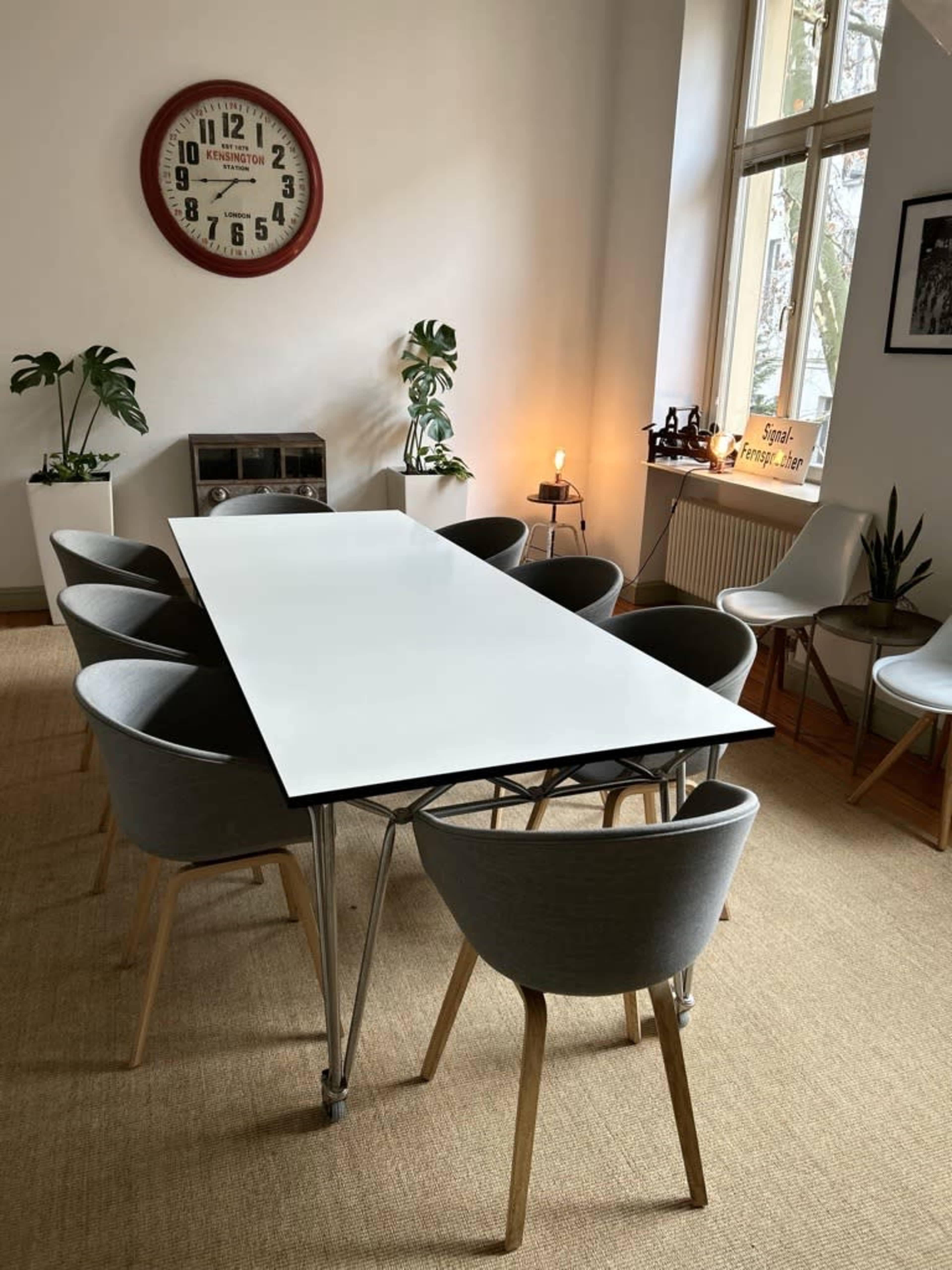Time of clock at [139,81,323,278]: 7:44
